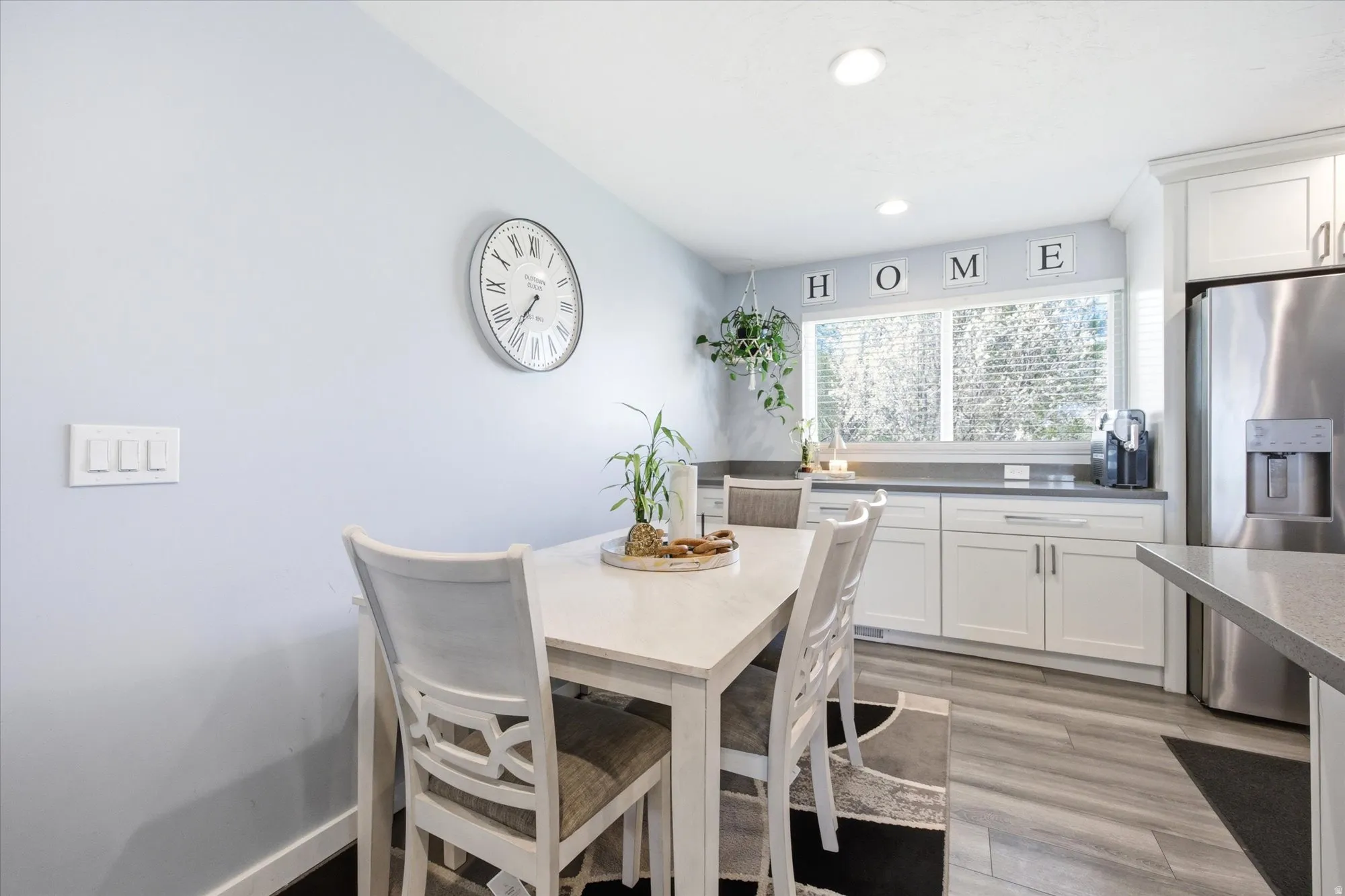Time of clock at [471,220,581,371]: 7:36
